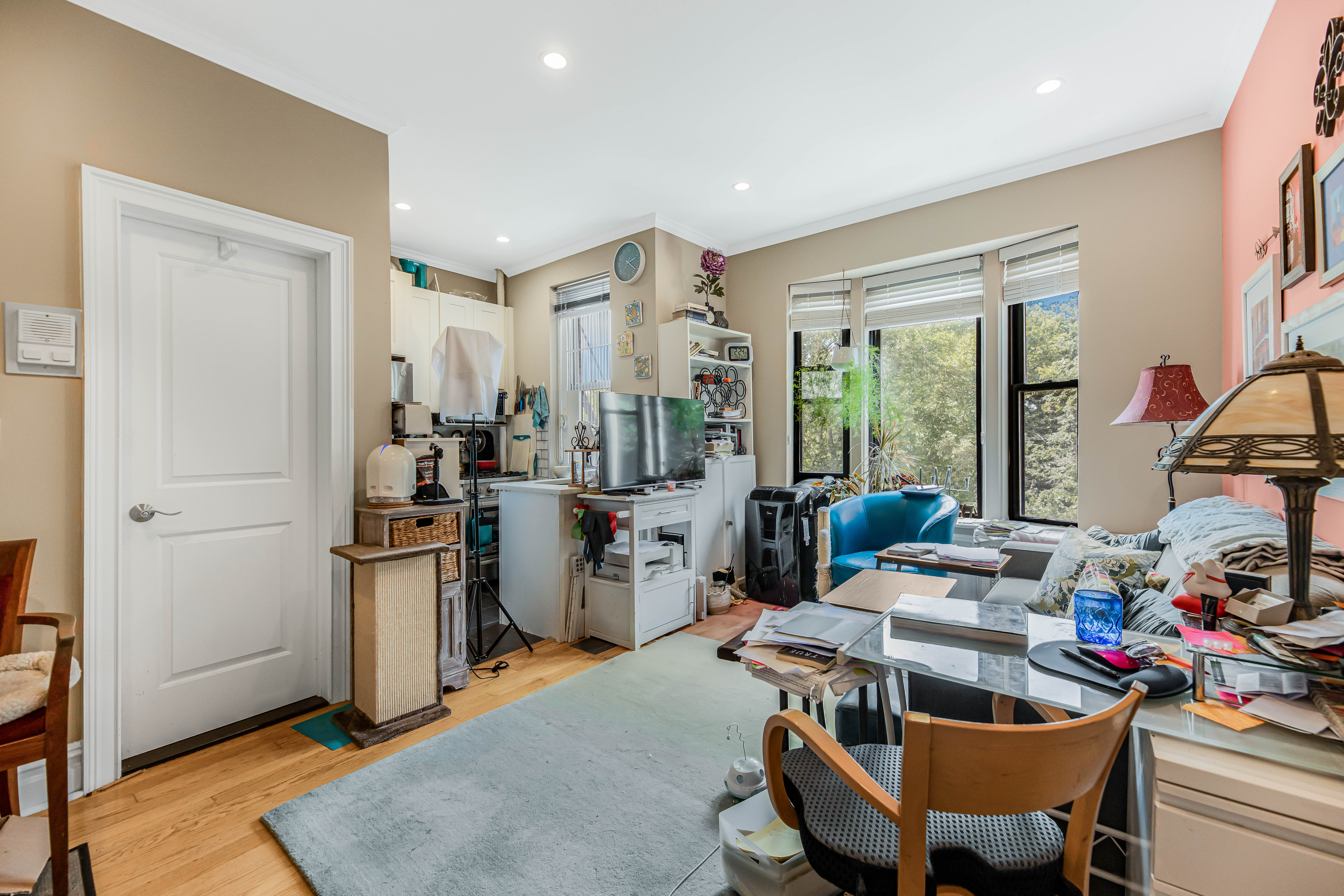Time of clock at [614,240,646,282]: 2:21
